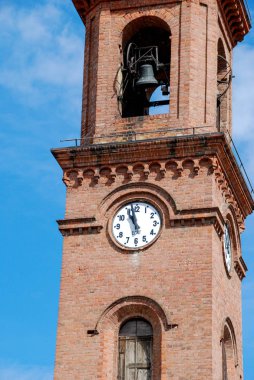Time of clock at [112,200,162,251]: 10:57
